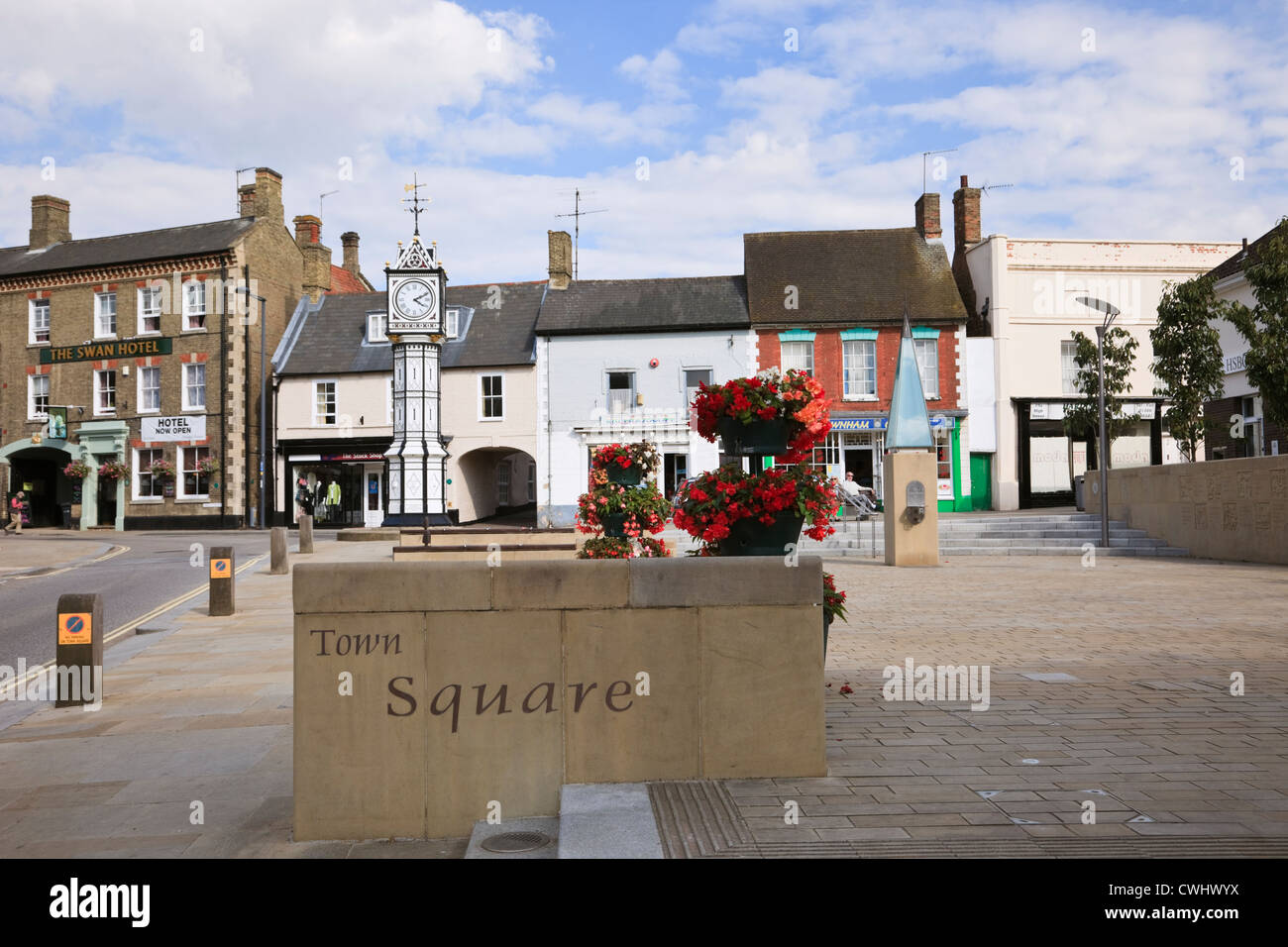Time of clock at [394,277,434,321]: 4:10
